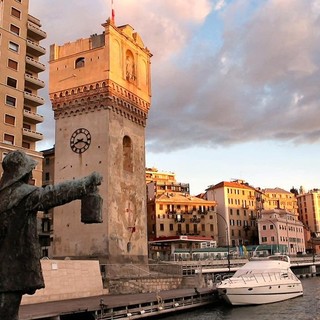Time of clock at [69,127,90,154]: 8:18
